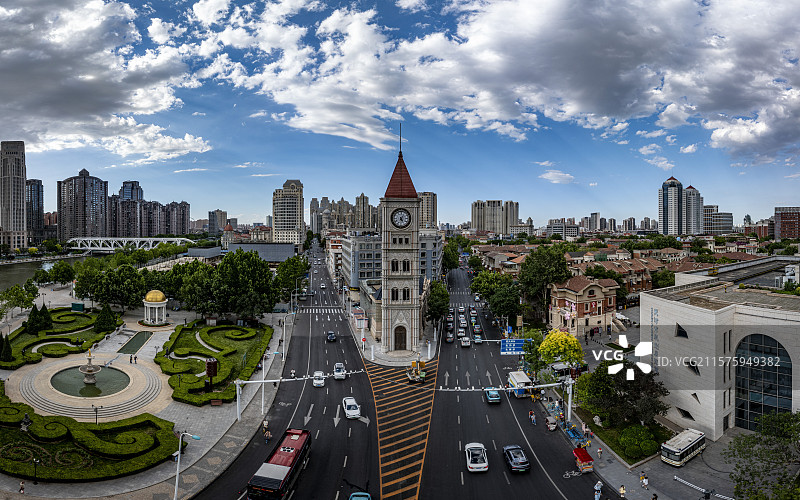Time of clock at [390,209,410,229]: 5:05
